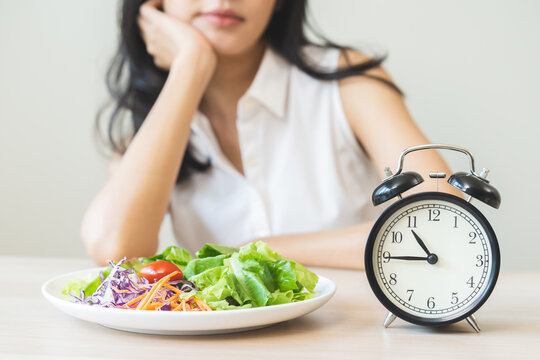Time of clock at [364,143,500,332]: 10:45
